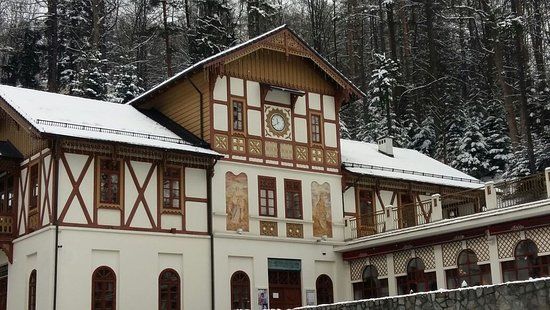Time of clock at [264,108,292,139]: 11:40
